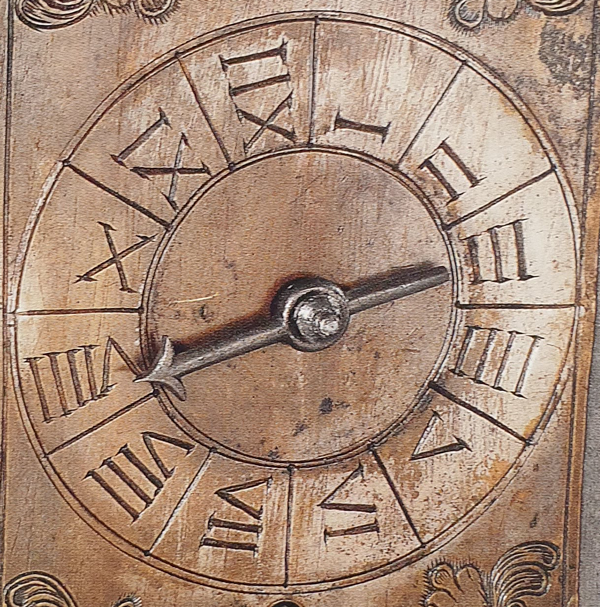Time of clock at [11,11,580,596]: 2:40
